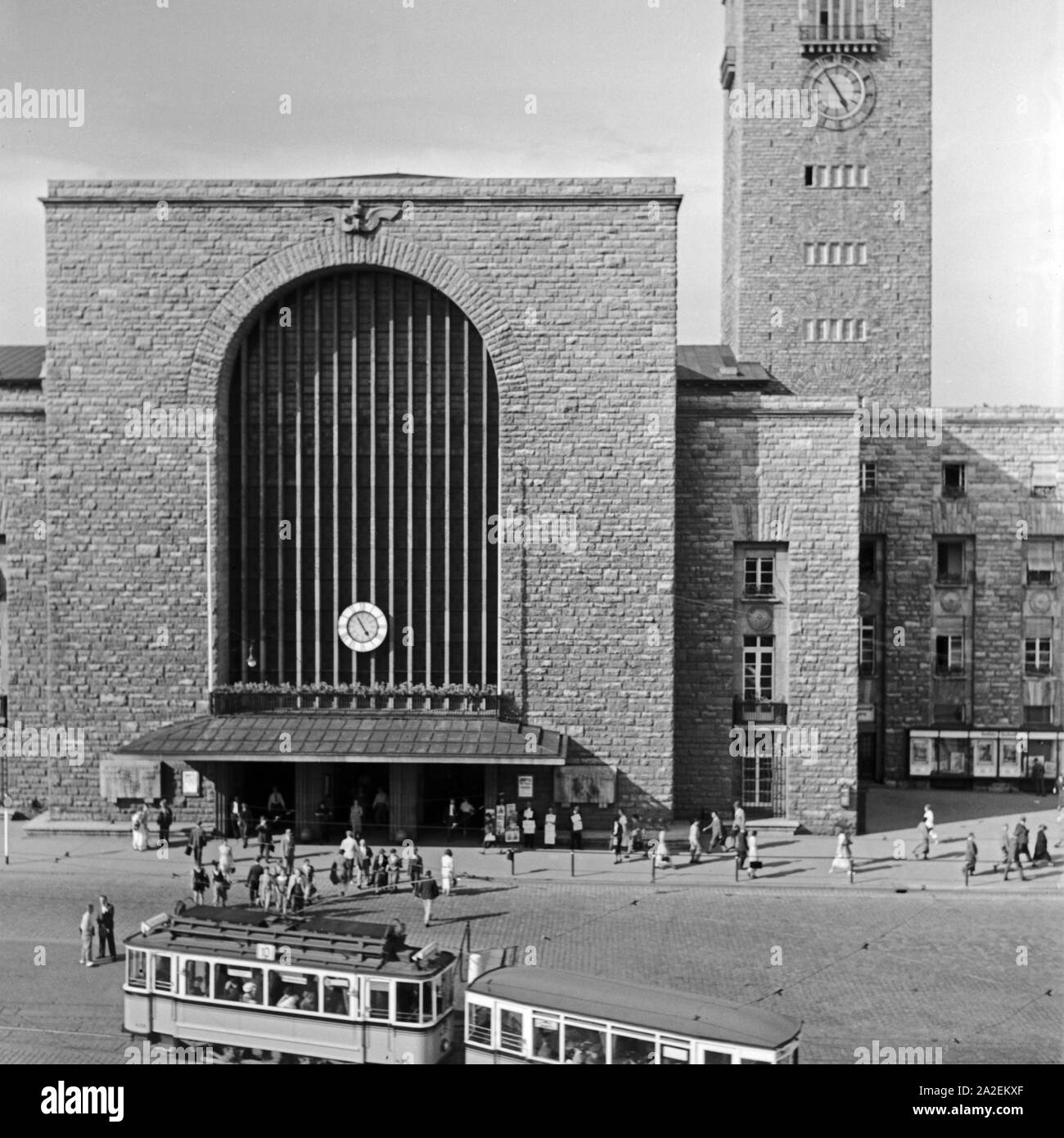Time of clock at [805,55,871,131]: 4:54
